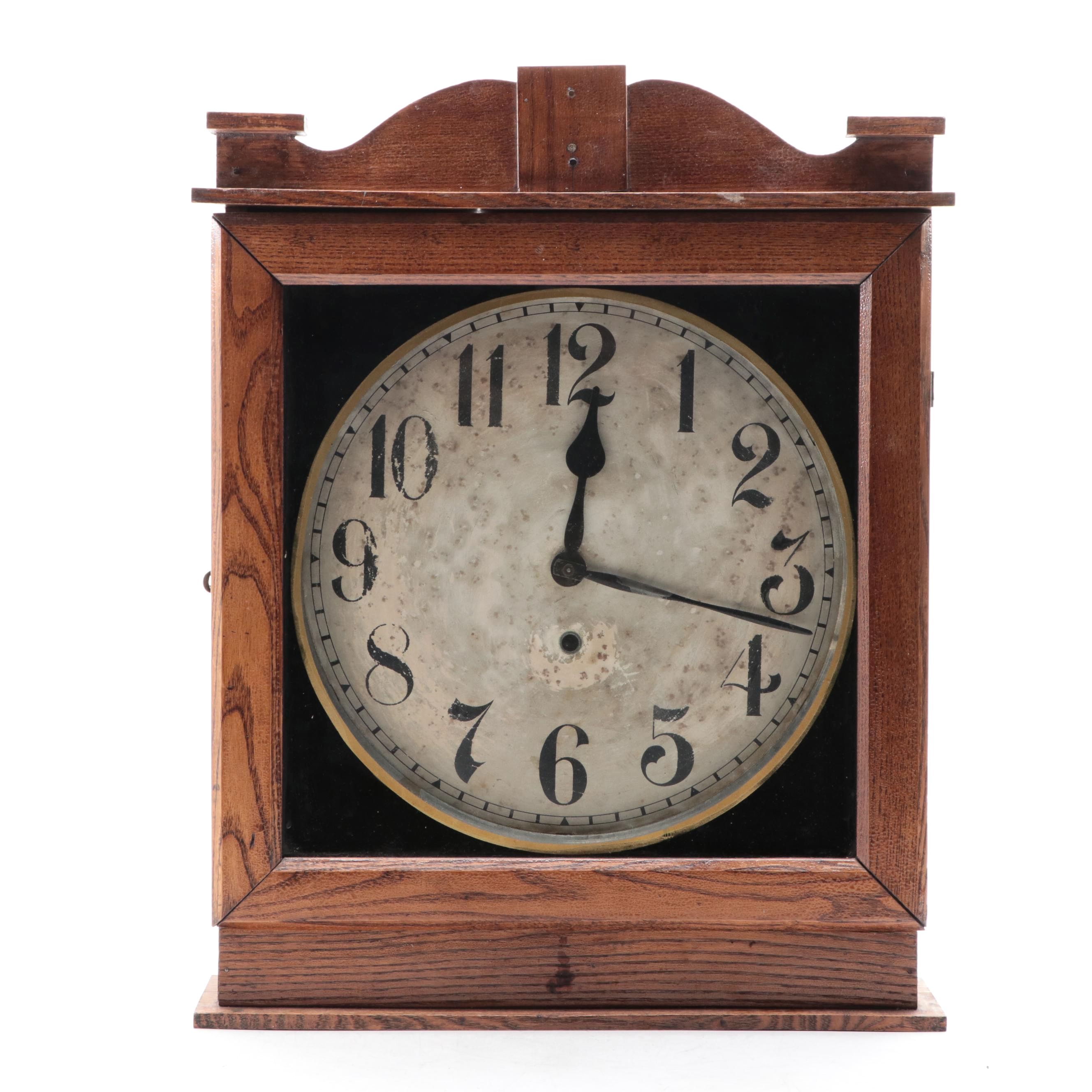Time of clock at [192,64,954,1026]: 12:17
